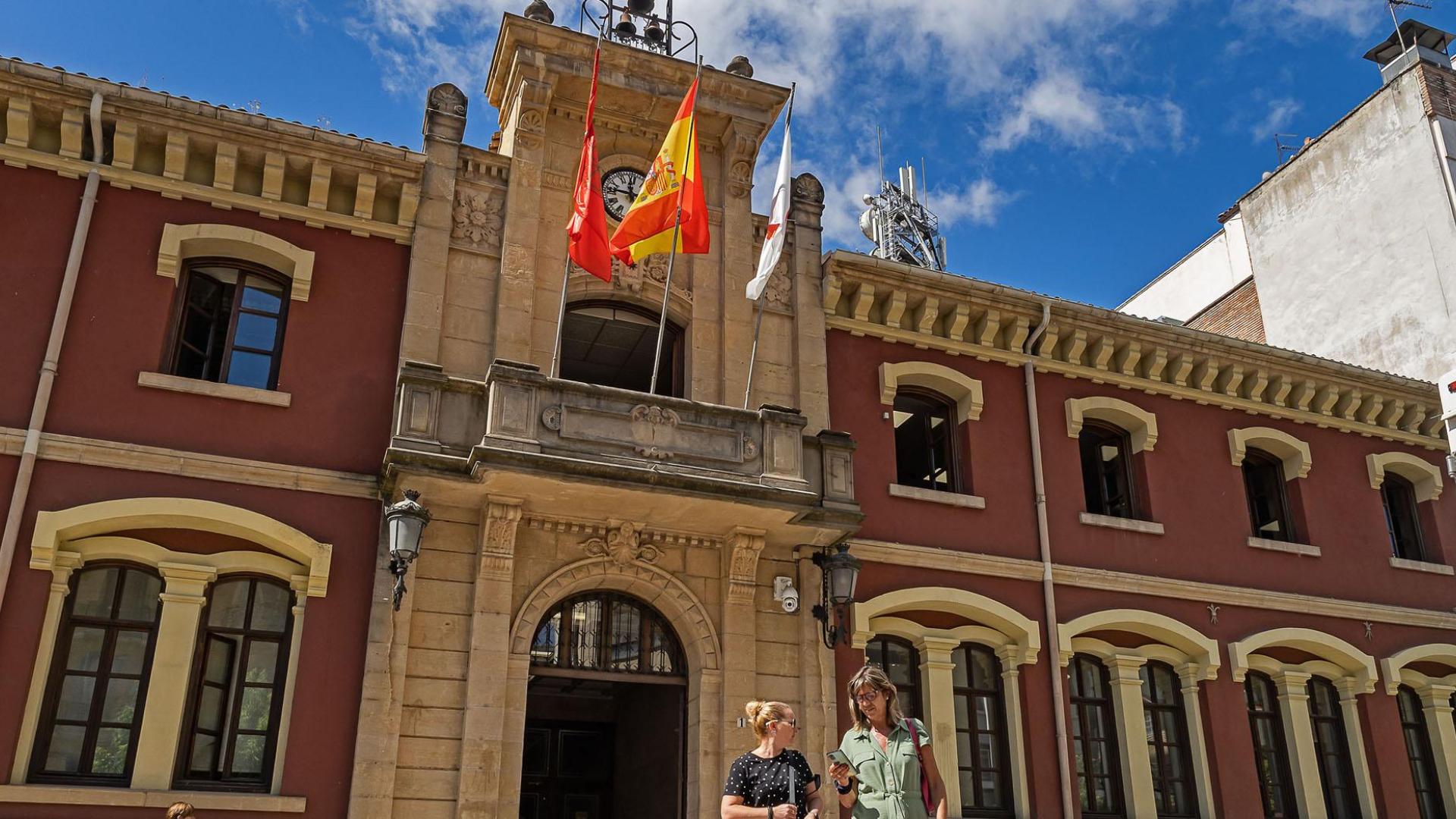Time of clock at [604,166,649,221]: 11:46
